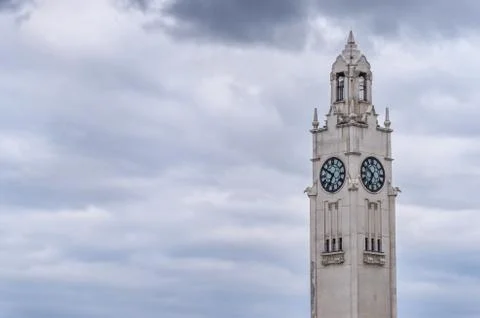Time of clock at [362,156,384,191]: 6:50
